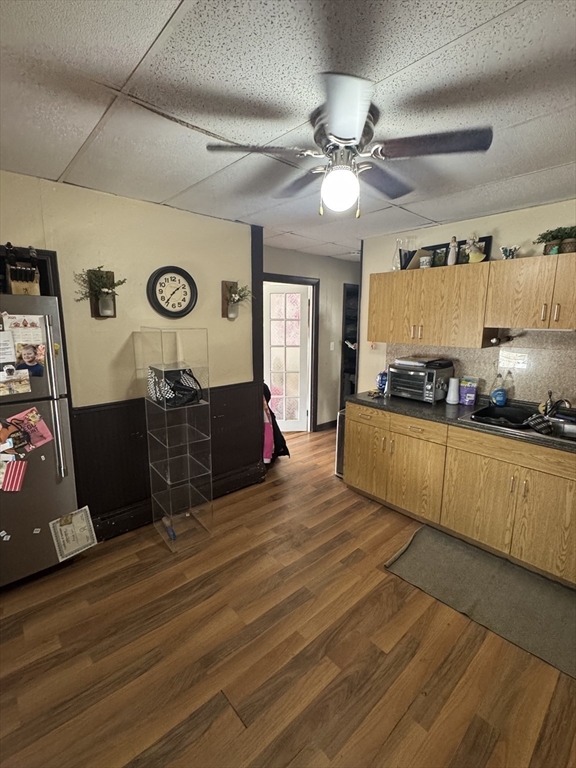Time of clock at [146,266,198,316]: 1:36
